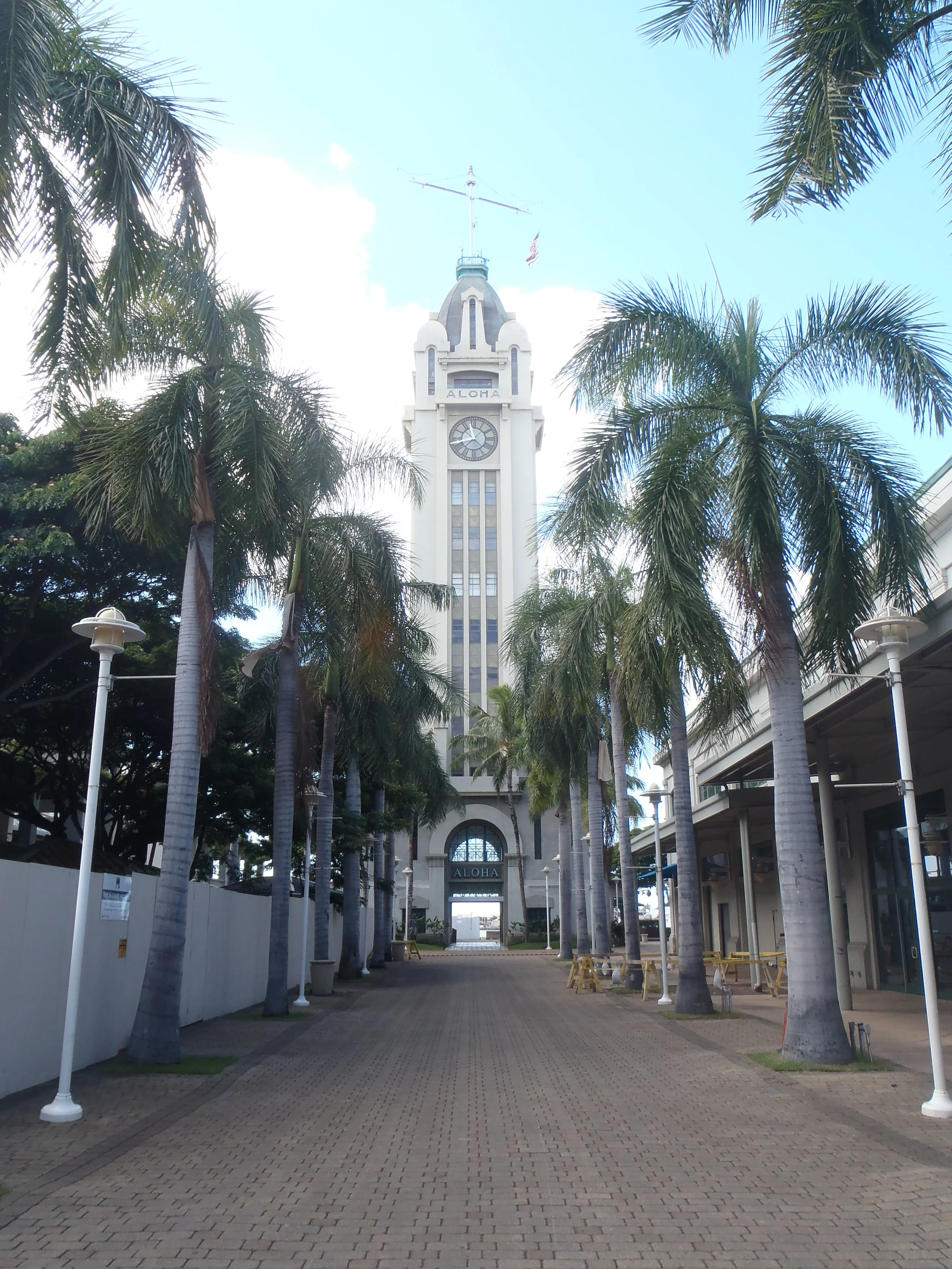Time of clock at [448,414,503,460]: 11:42
